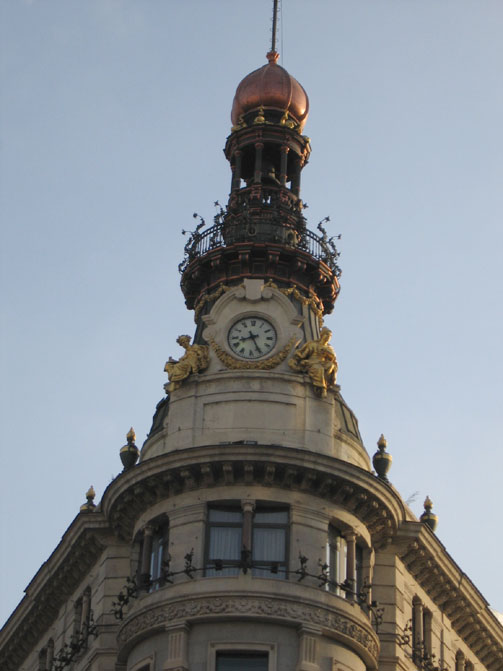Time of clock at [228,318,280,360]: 8:25
